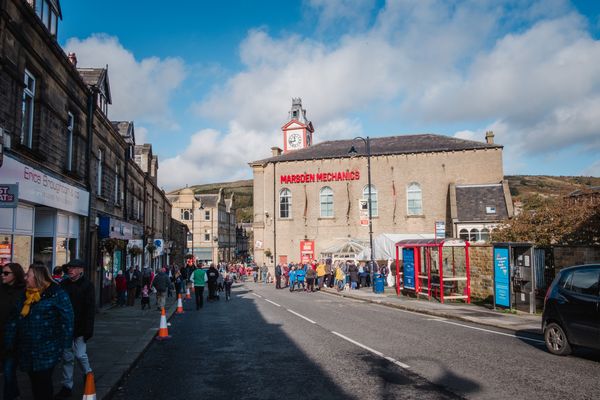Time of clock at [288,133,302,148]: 11:42
